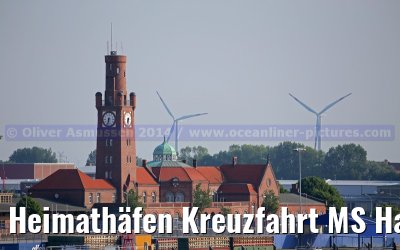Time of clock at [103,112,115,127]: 6:32
